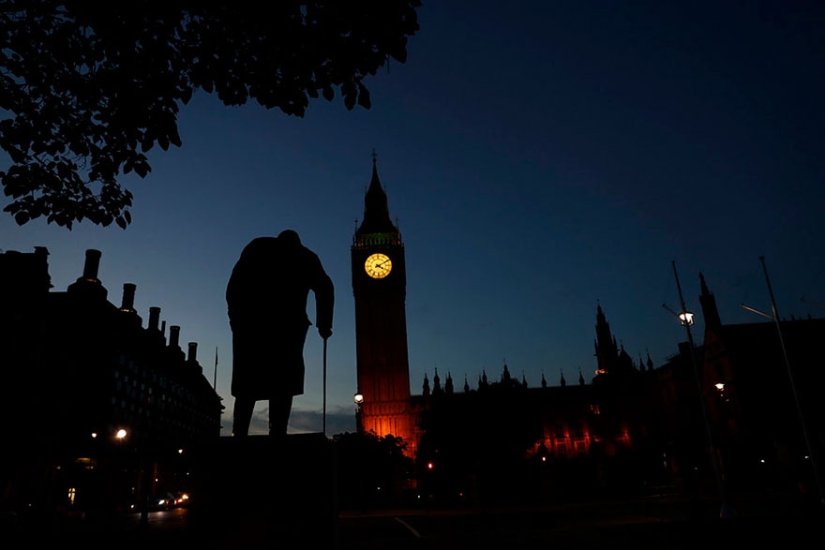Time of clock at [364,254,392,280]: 4:10
